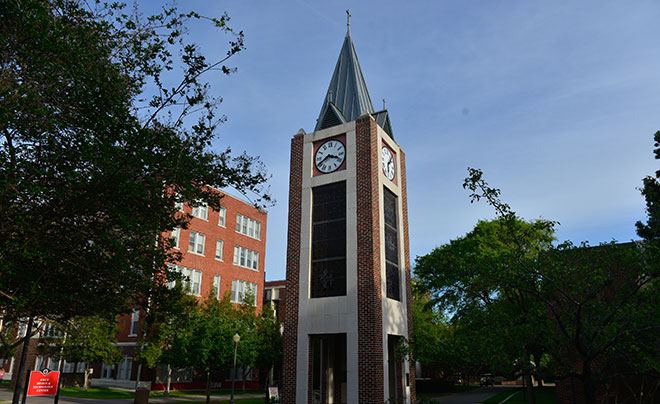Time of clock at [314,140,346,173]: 3:40
